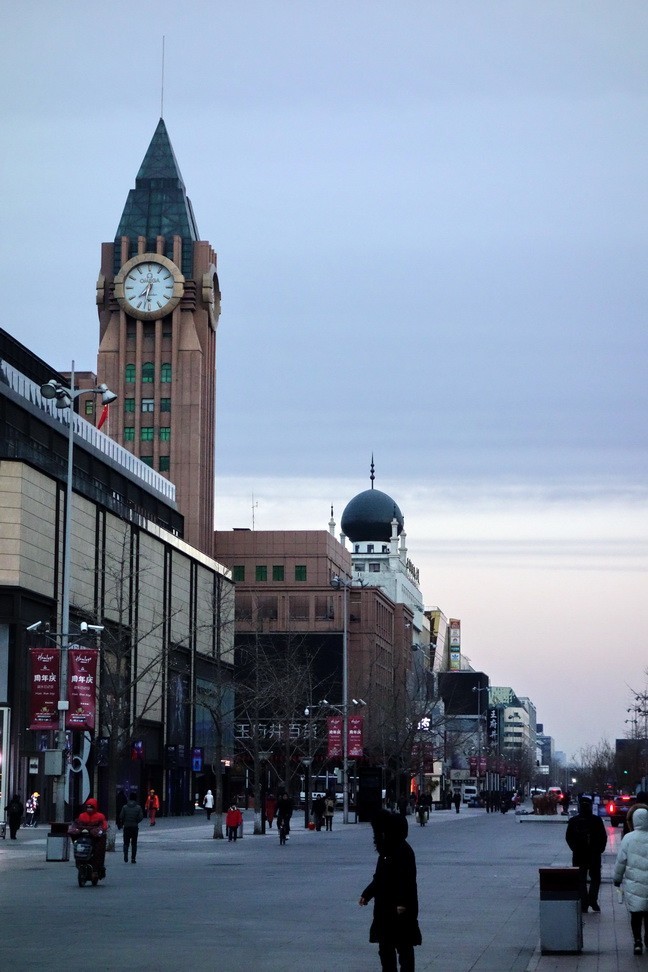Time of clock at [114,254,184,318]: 7:32
